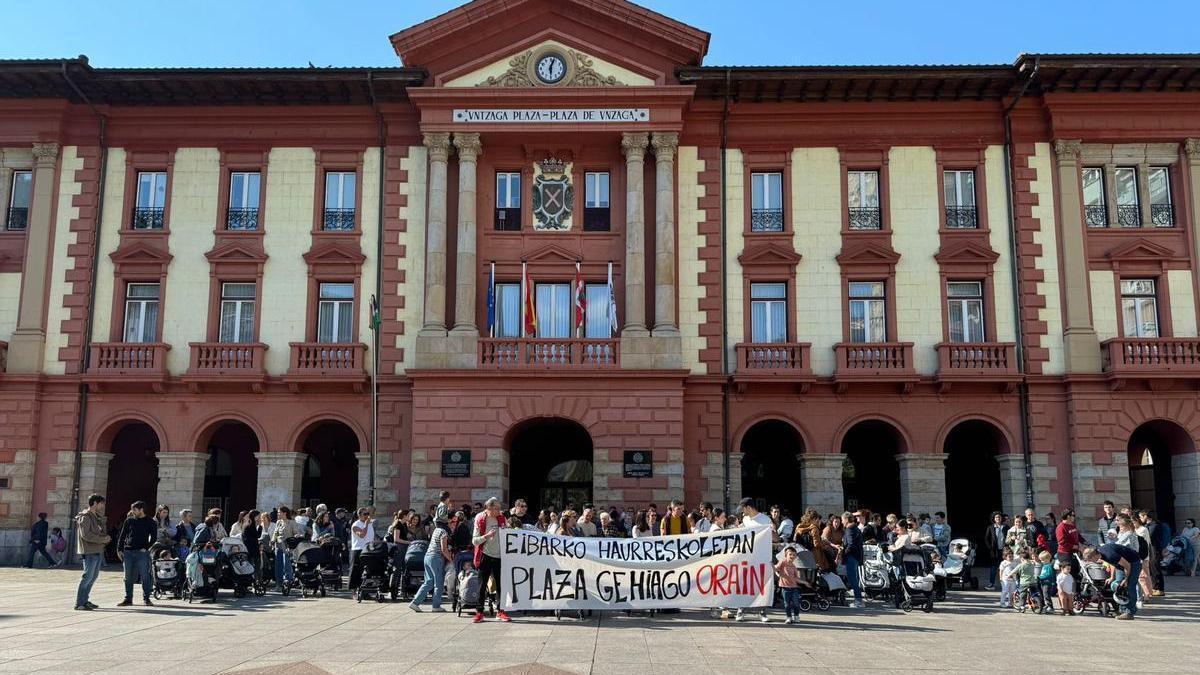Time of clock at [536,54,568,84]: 6:03
